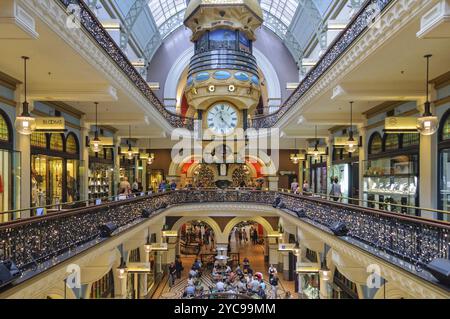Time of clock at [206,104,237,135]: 11:22
